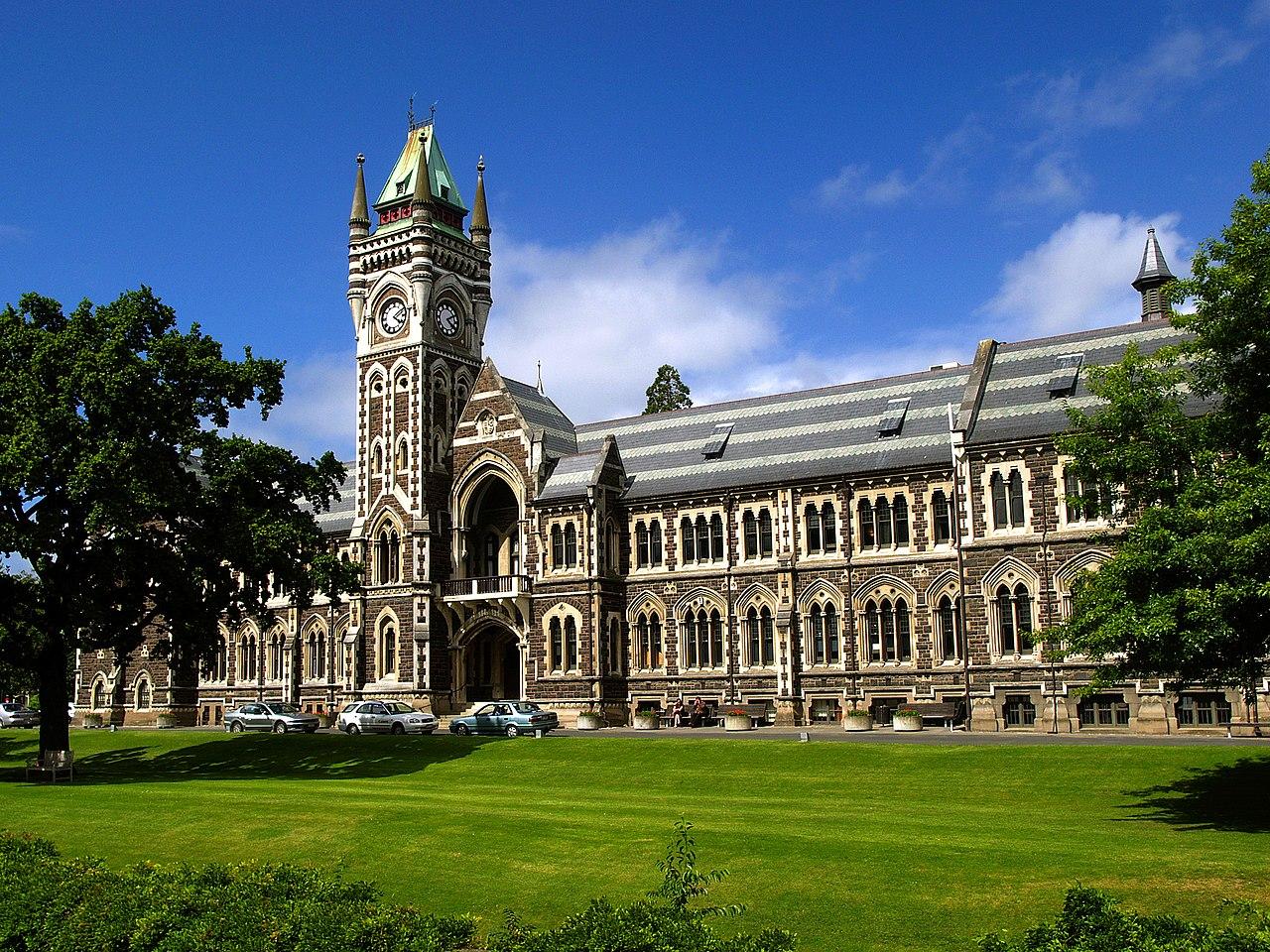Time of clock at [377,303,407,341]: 4:09
